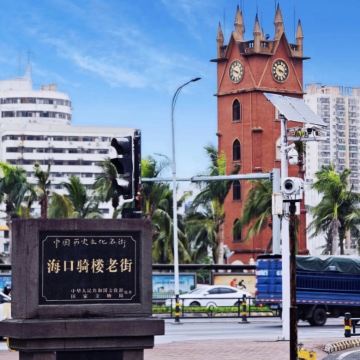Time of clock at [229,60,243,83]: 3:47
